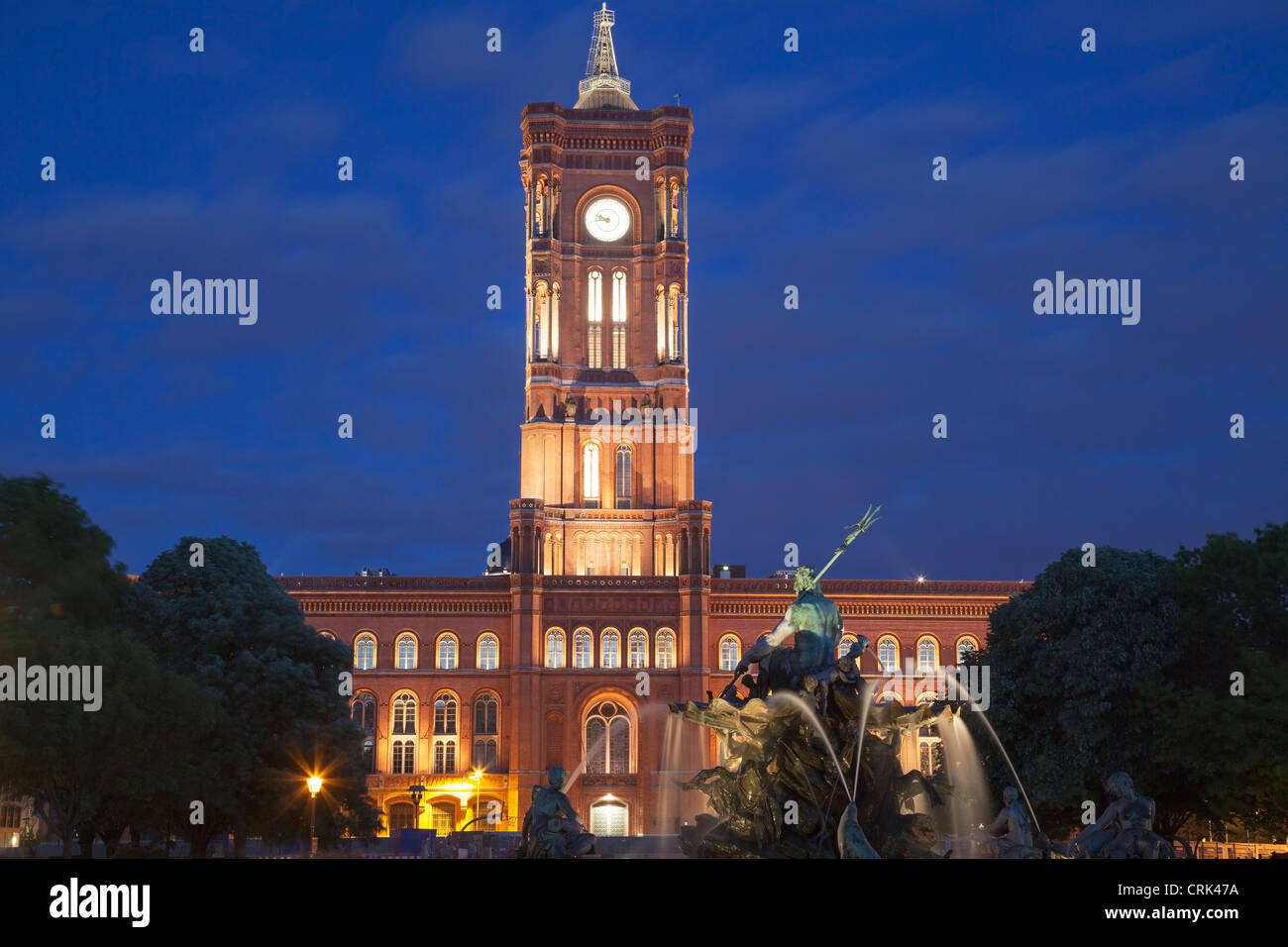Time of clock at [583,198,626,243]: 9:43
